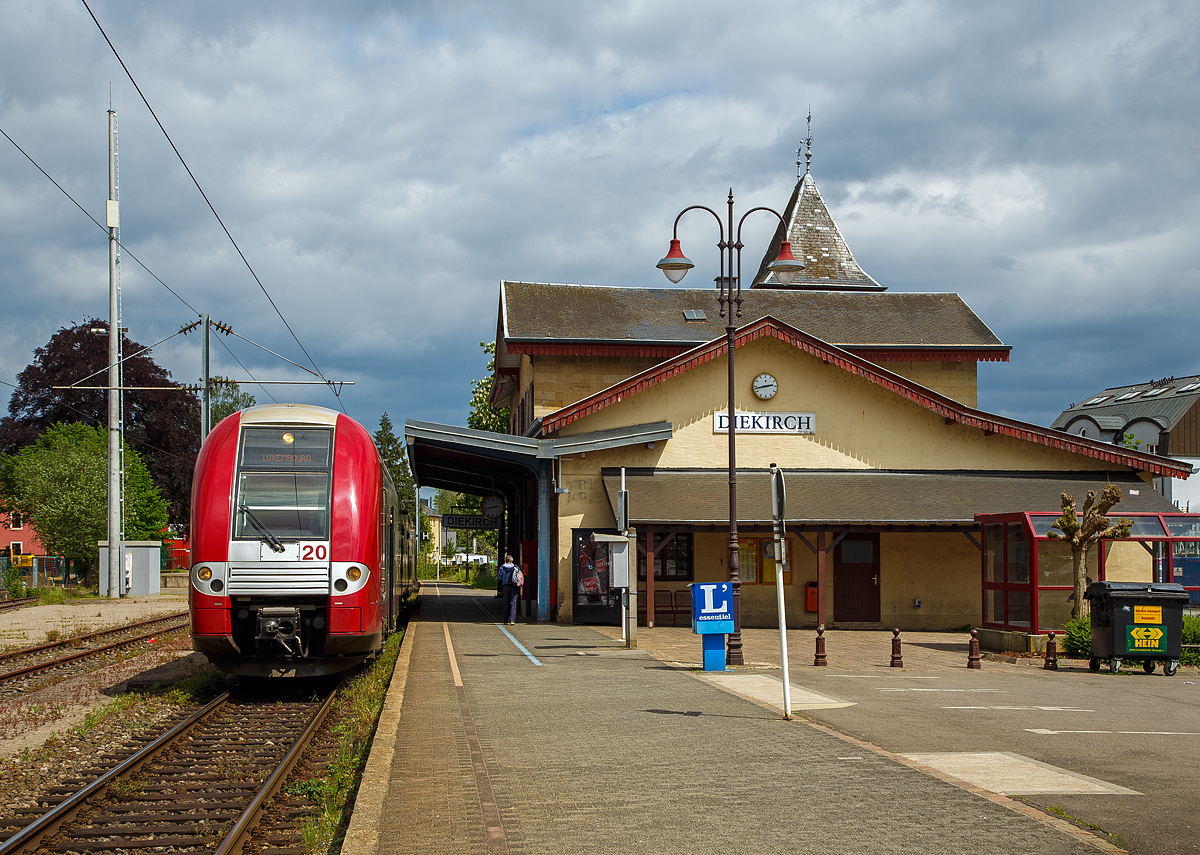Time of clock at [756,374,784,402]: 2:42
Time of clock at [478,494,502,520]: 2:42
